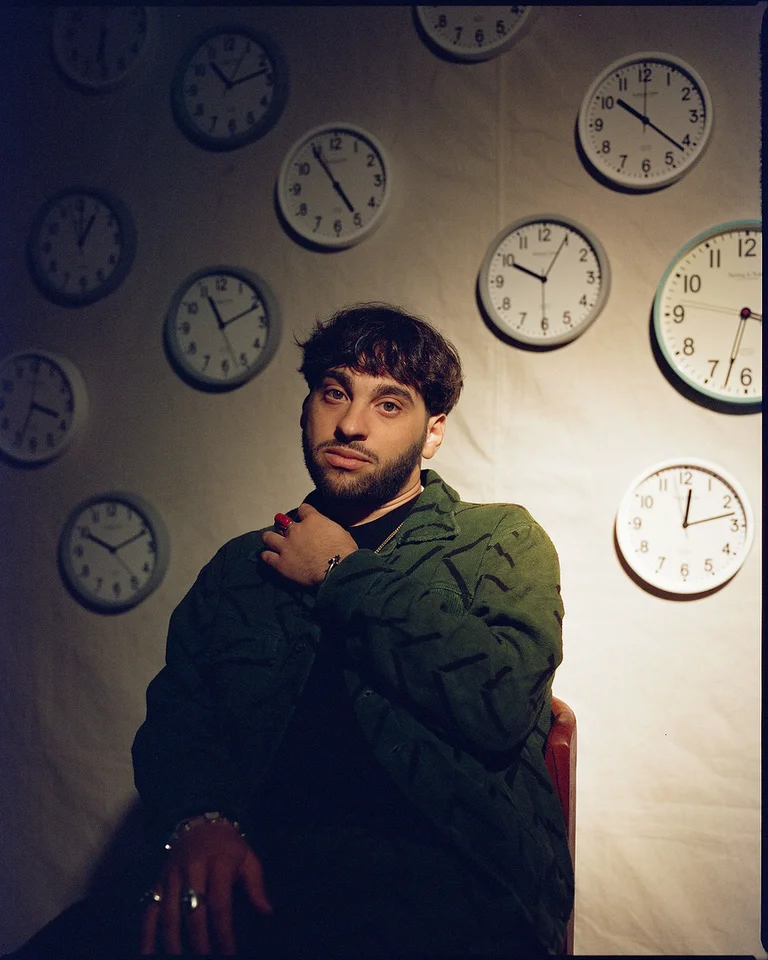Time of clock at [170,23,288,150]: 11:12
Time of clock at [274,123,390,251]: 4:54
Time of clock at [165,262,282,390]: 11:11
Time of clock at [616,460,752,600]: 12:12
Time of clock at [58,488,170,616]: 10:11
